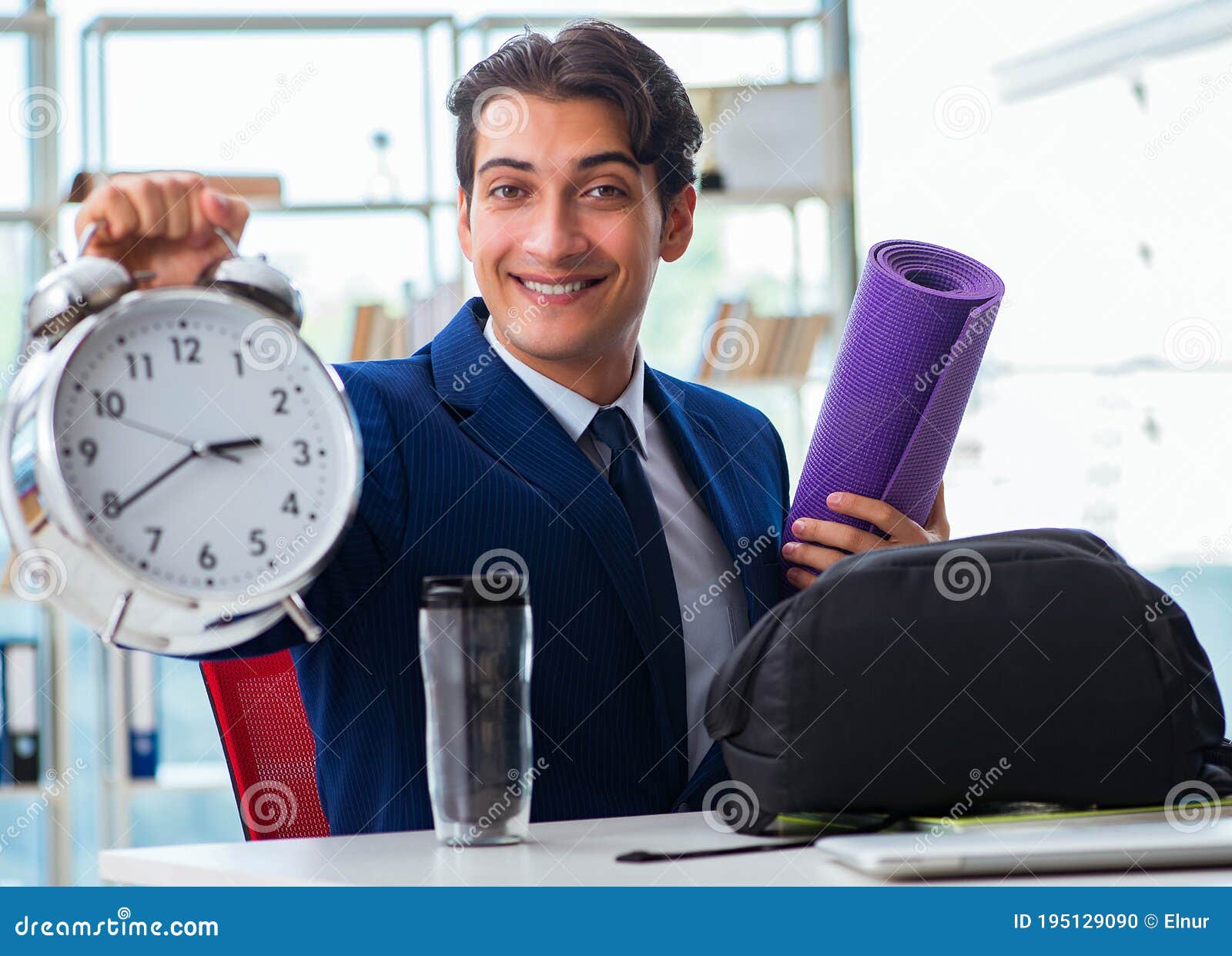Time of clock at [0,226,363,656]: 2:39
